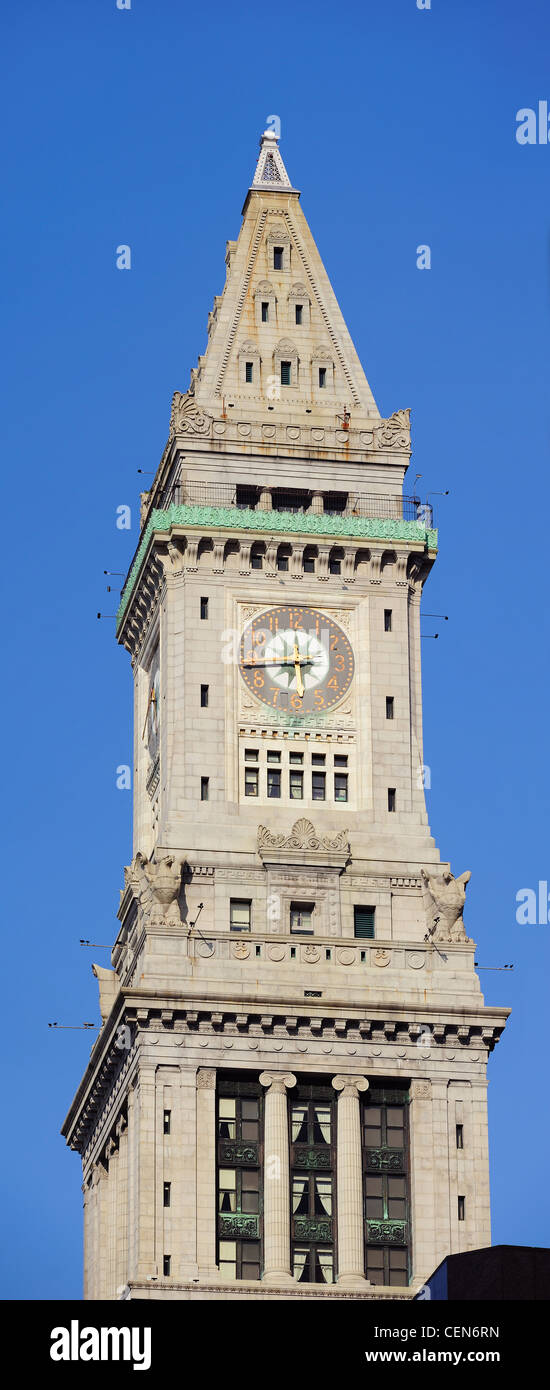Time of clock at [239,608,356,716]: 5:43
